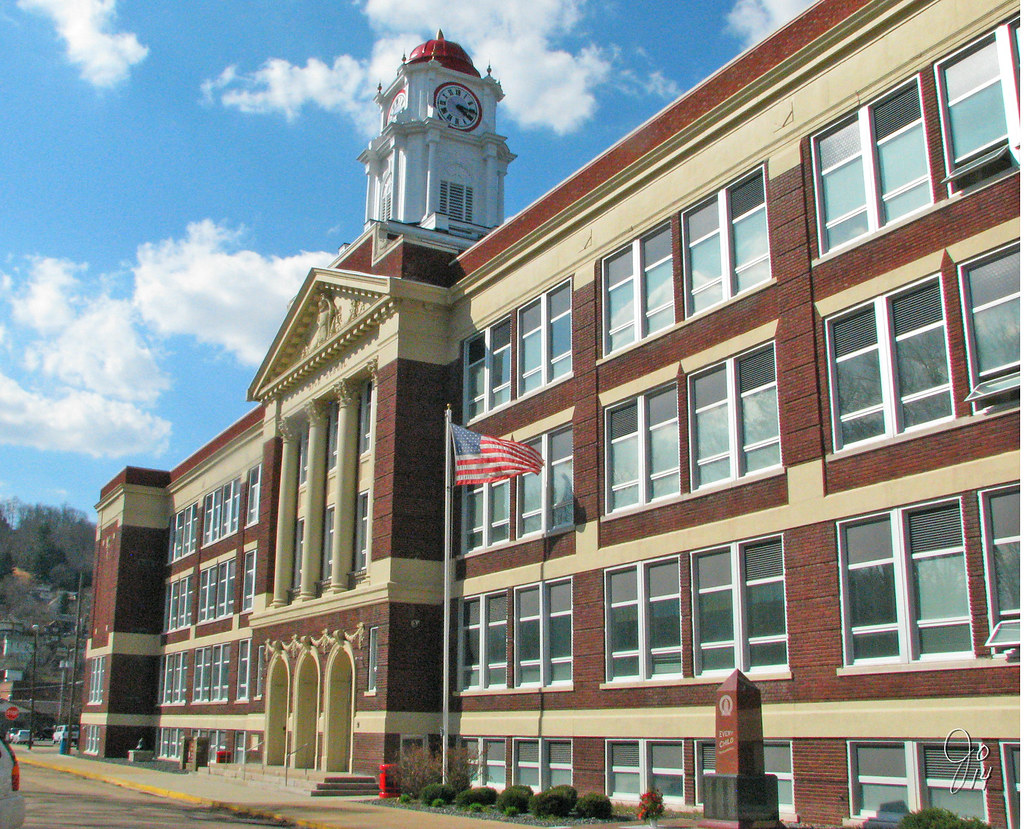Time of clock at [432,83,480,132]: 4:16
